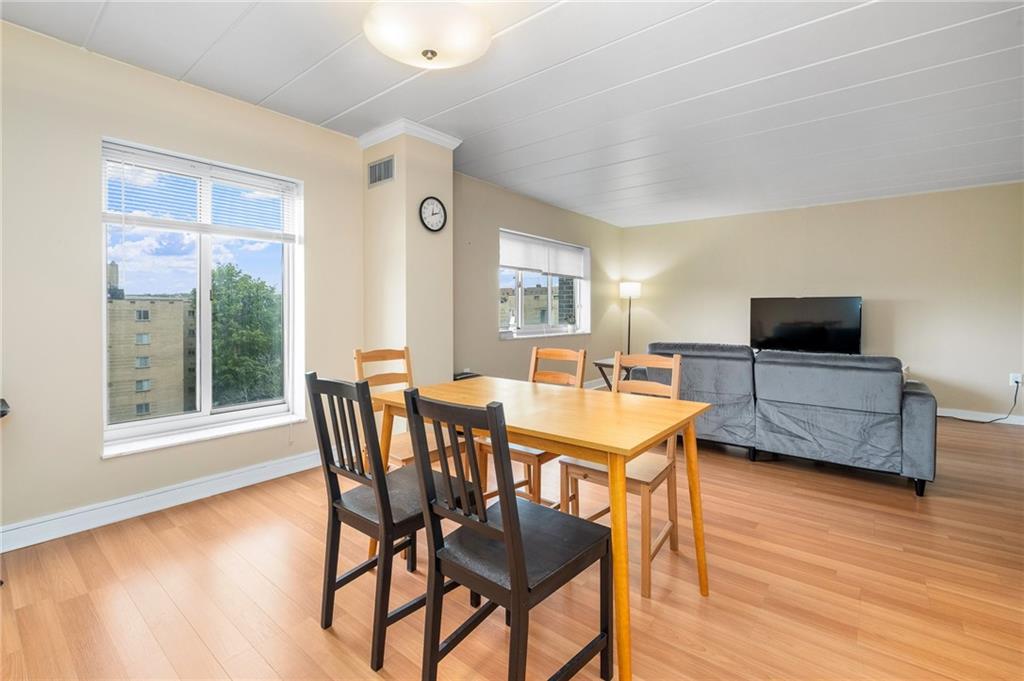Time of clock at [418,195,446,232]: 12:12
